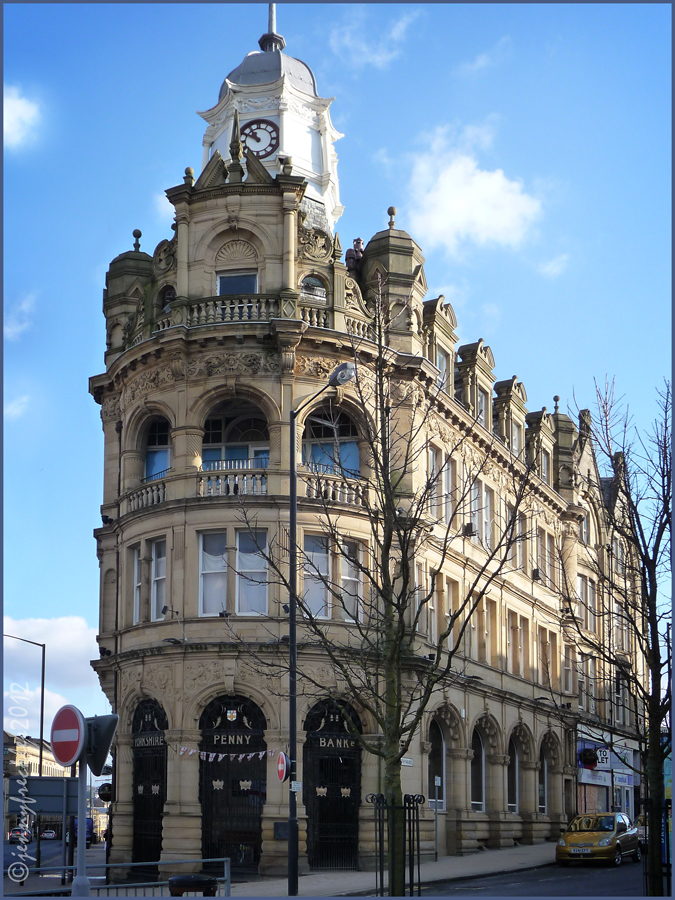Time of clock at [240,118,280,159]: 10:49
